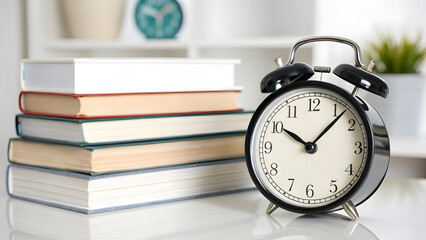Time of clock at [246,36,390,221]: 10:07
